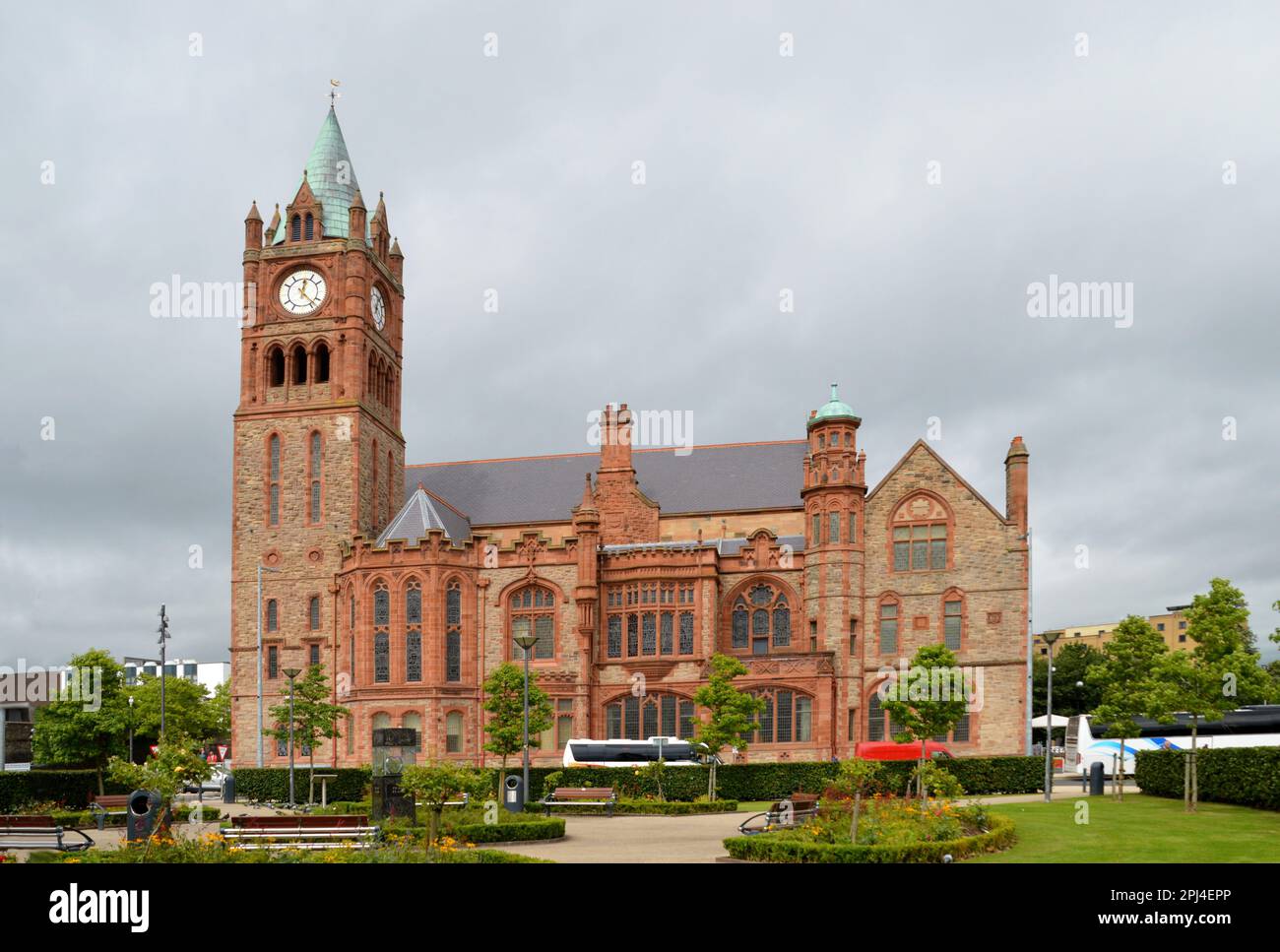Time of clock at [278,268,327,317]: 12:23
